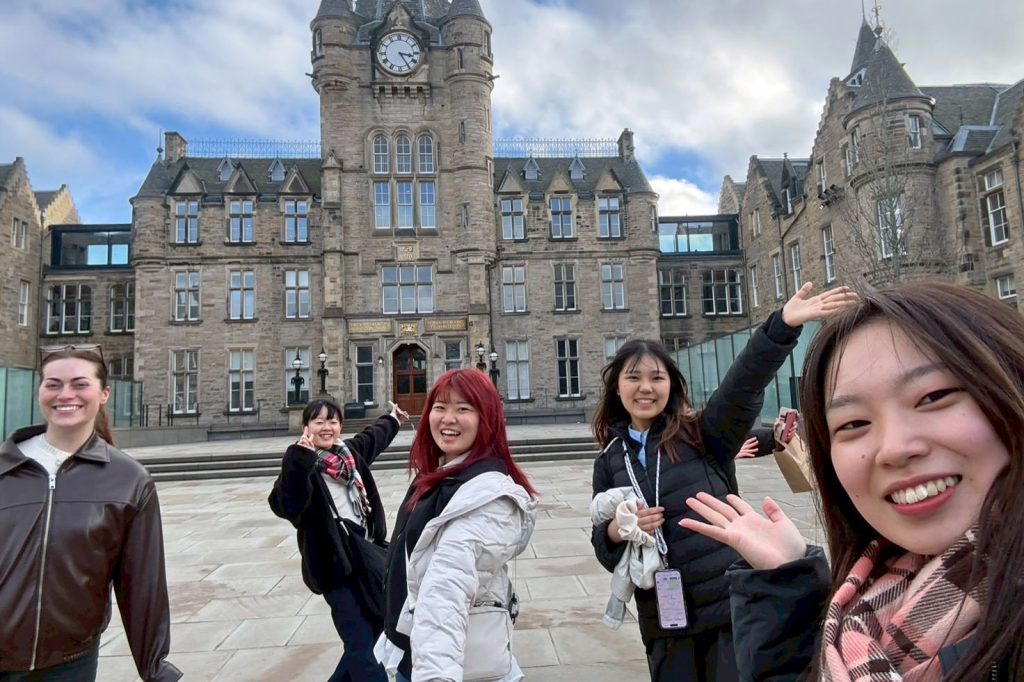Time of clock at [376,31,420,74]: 3:24
